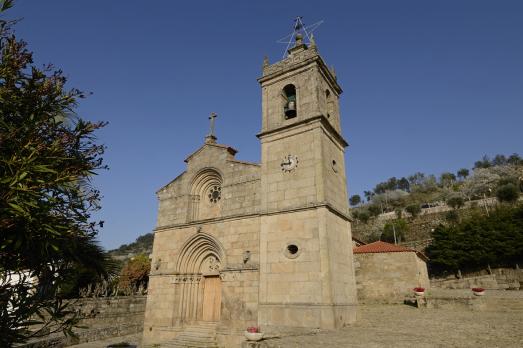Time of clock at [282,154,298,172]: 11:46
